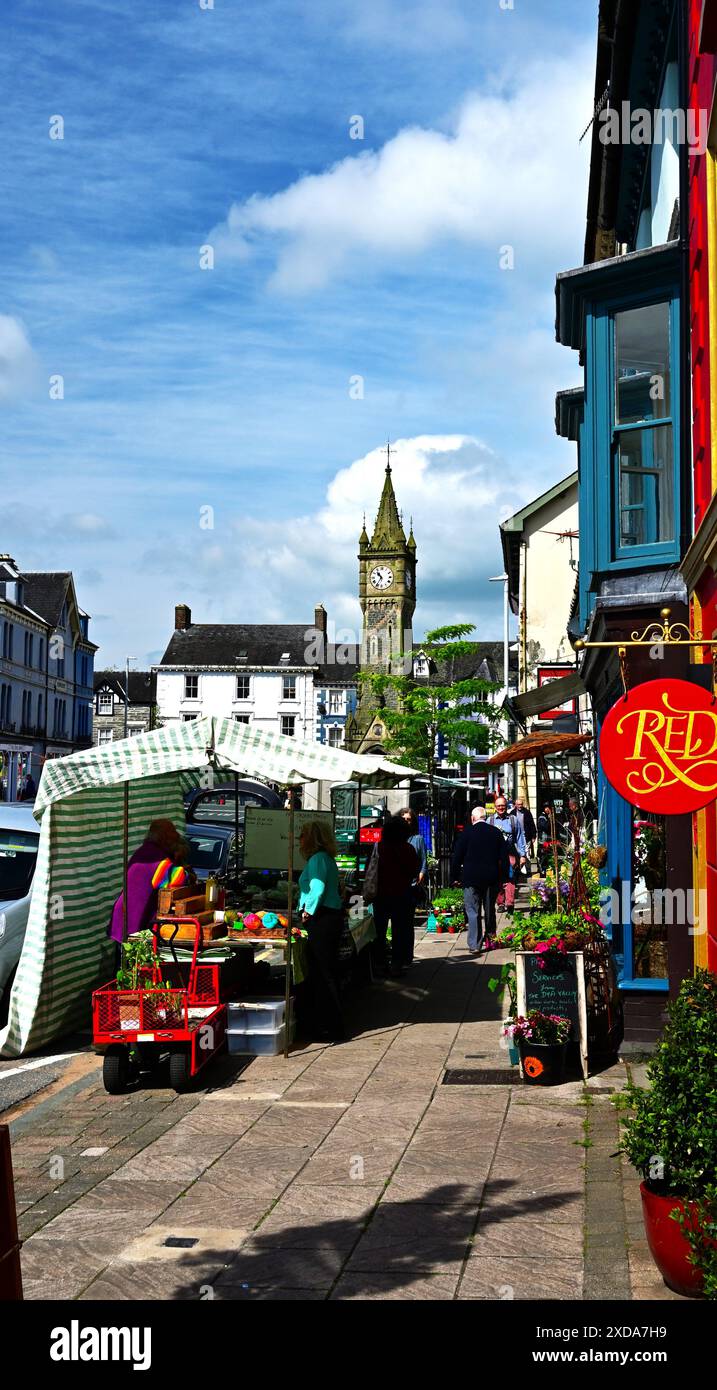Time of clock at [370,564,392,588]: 10:35
